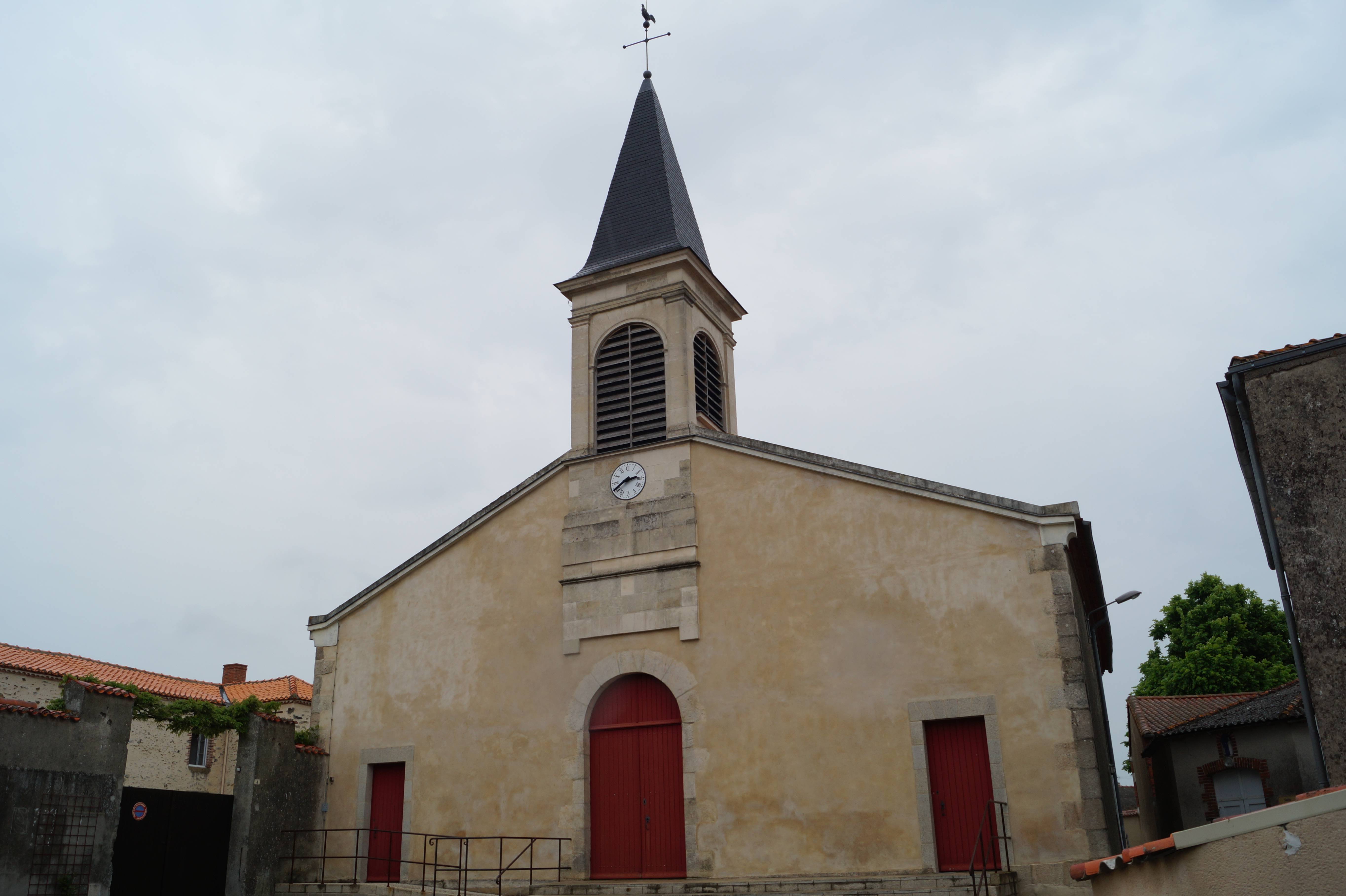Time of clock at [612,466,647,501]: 2:40
